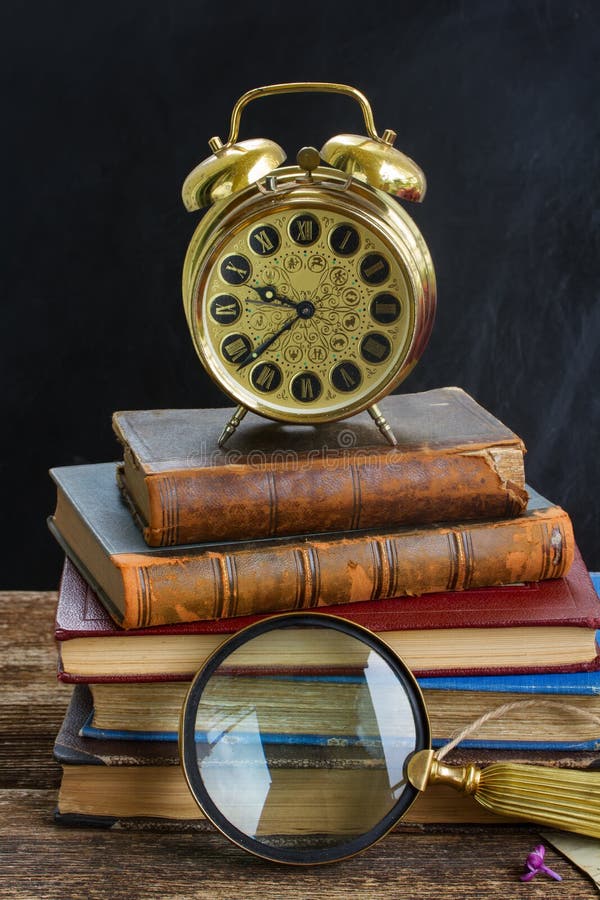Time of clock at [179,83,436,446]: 9:38
